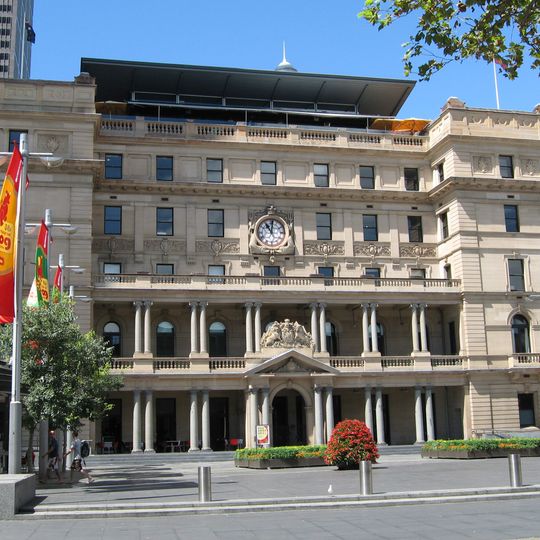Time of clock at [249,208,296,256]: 11:01
